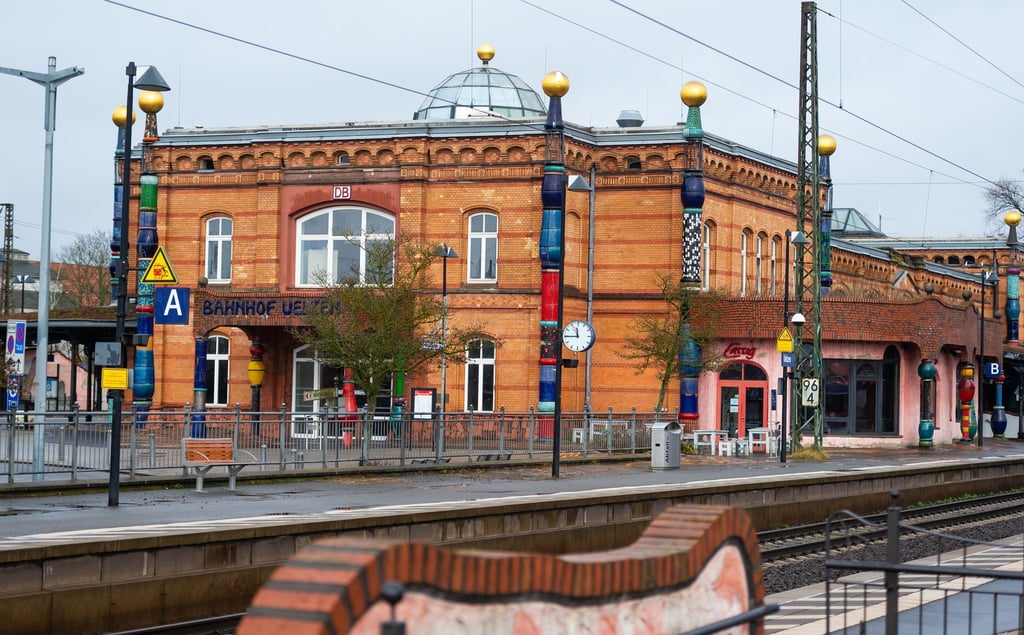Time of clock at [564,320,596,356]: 11:44
